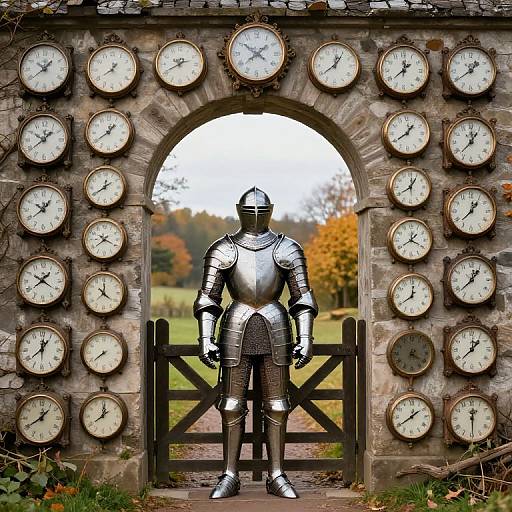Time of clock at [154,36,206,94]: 2:40
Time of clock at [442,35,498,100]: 1:39
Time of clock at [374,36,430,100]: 12:38
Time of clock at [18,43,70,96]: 1:39
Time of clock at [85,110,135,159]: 1:39
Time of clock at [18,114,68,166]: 1:39
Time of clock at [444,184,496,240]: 12:37
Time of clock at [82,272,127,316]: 12:21
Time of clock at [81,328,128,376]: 7:38
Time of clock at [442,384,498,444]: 12:29
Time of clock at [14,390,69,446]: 1:40
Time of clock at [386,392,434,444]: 1:39
